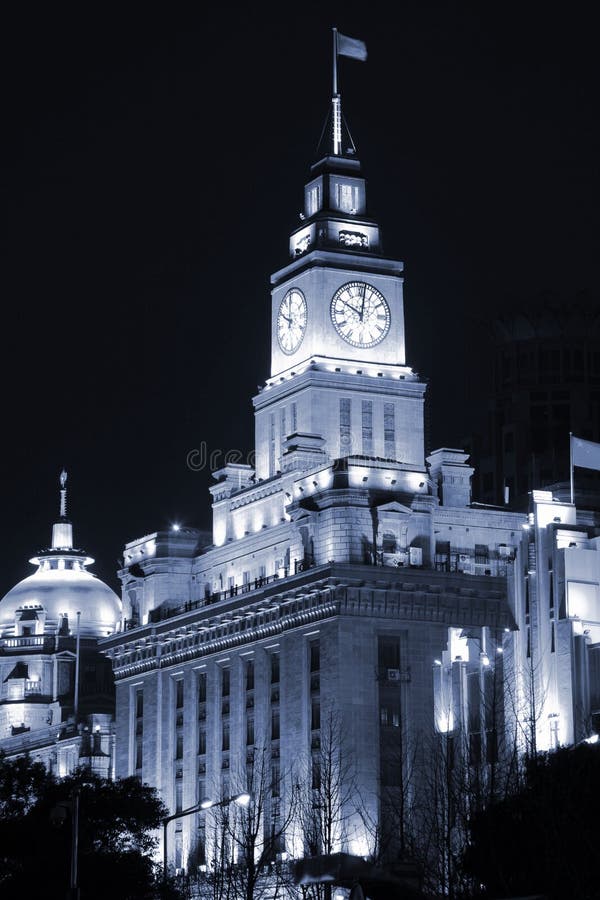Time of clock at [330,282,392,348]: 10:01
